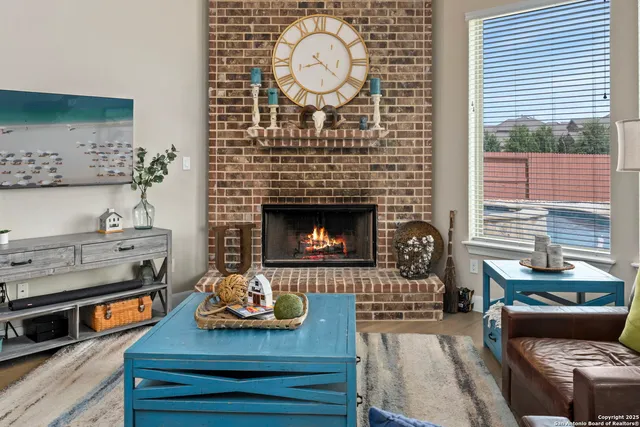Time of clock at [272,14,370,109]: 8:21
